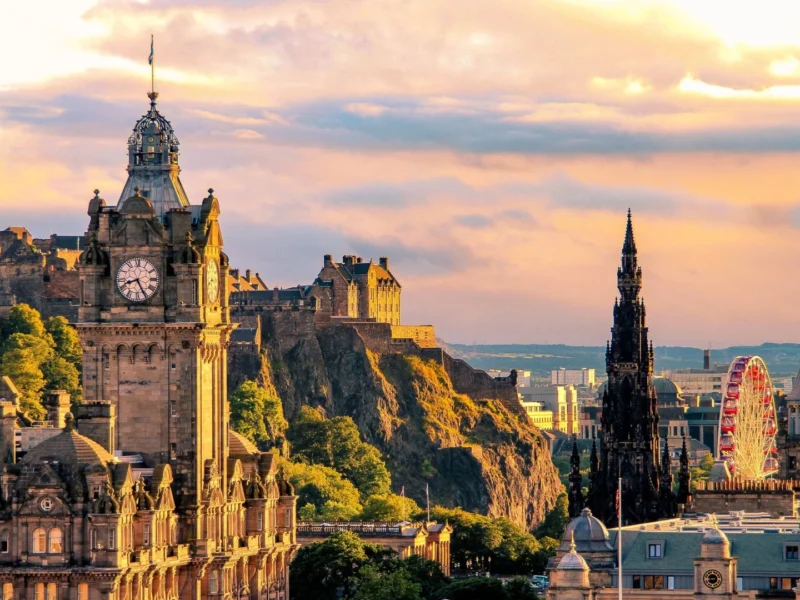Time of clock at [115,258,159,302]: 8:25
